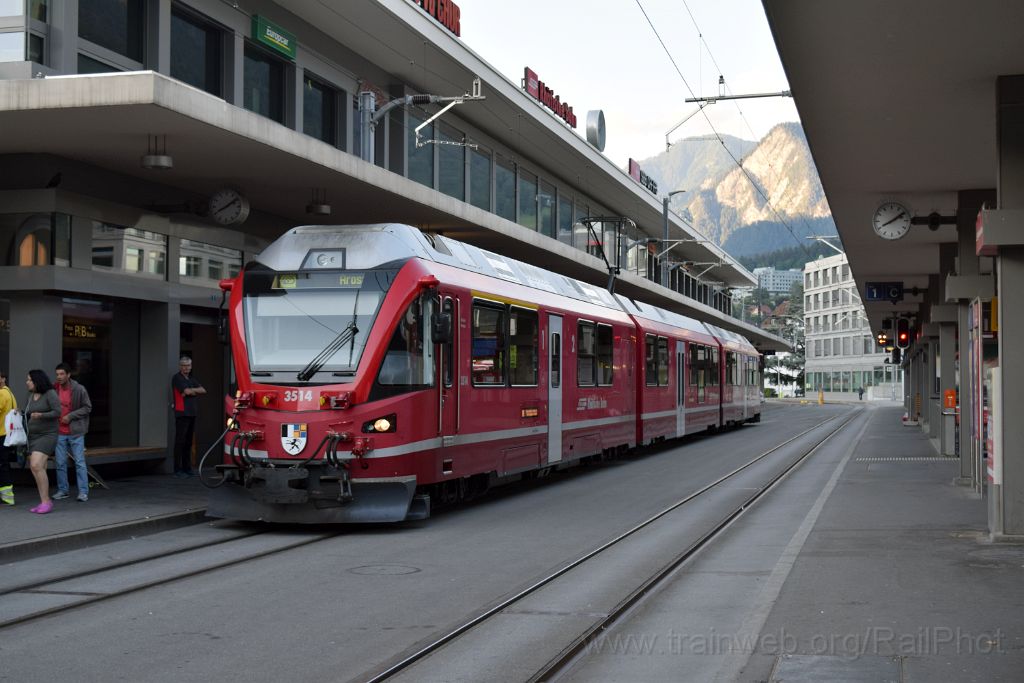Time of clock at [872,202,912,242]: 8:09
